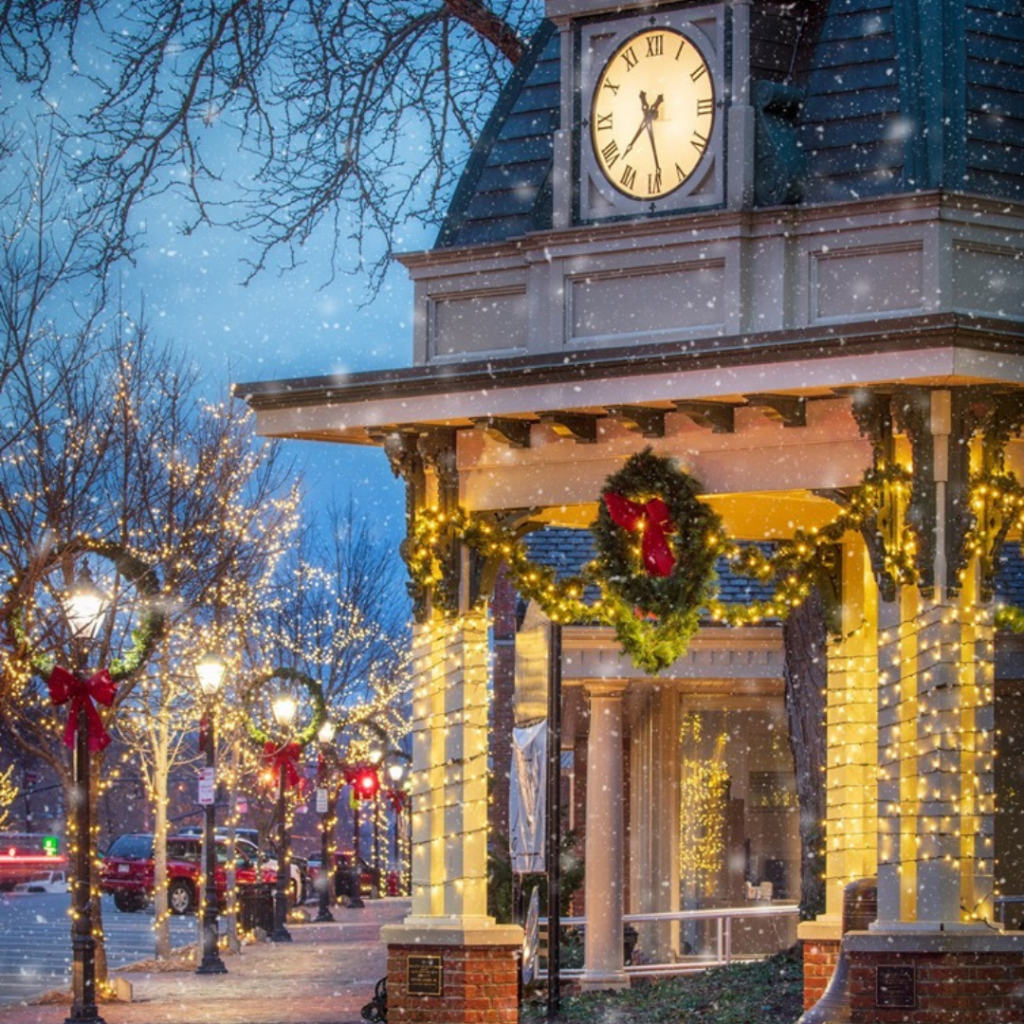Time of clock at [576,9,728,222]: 7:28
